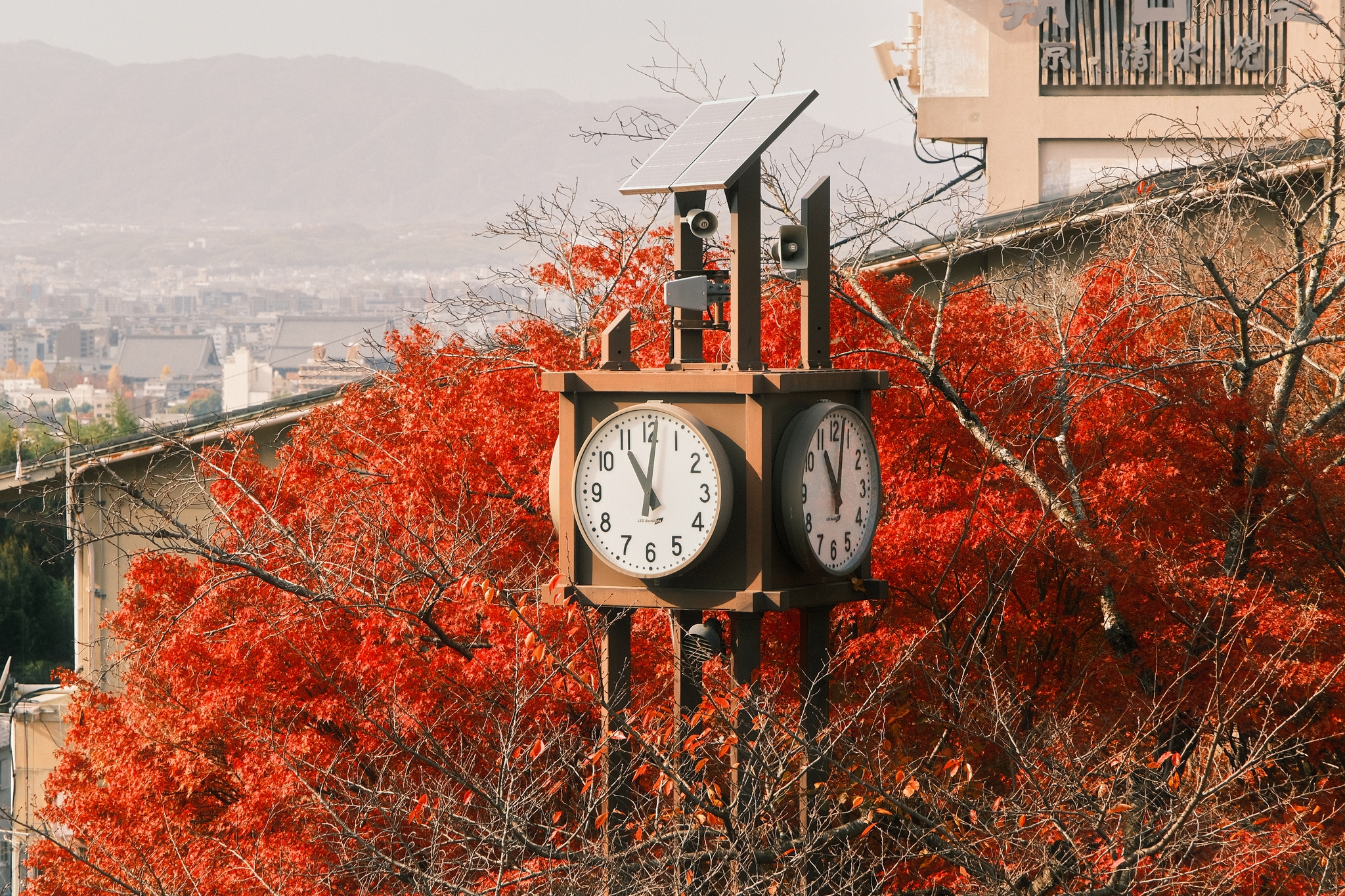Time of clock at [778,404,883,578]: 11:02
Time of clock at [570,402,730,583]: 11:01
